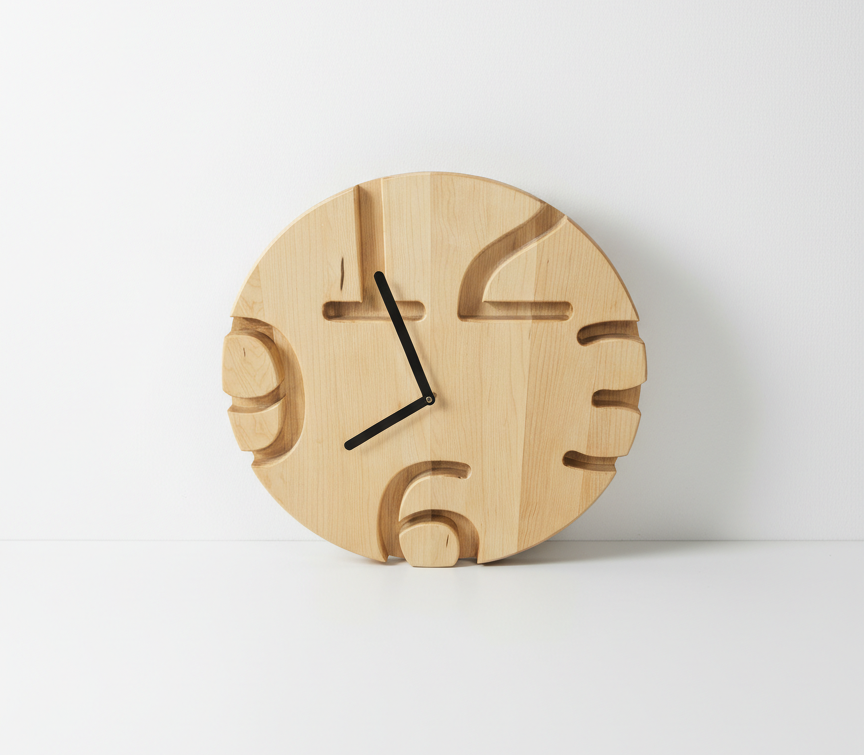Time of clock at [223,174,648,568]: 7:56
